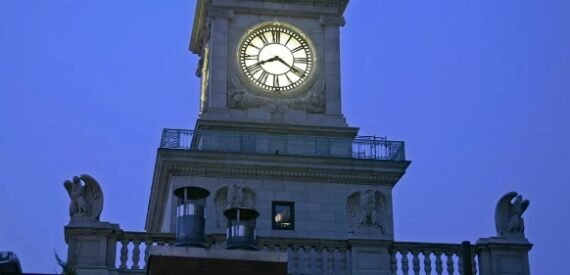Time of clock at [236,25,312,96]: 8:20
